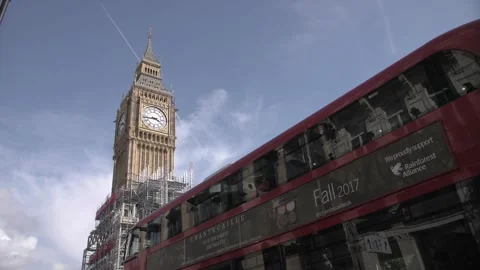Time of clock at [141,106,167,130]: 3:43
